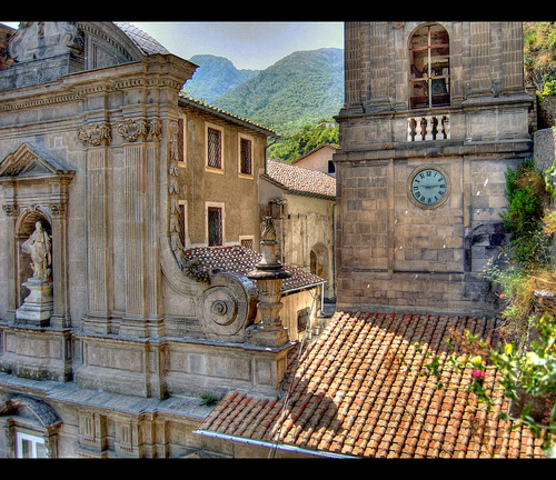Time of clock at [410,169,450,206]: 9:13
